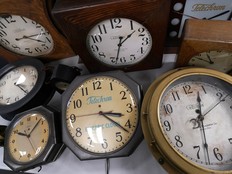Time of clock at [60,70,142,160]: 3:21
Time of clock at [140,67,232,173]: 12:32
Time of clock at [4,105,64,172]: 10:08
